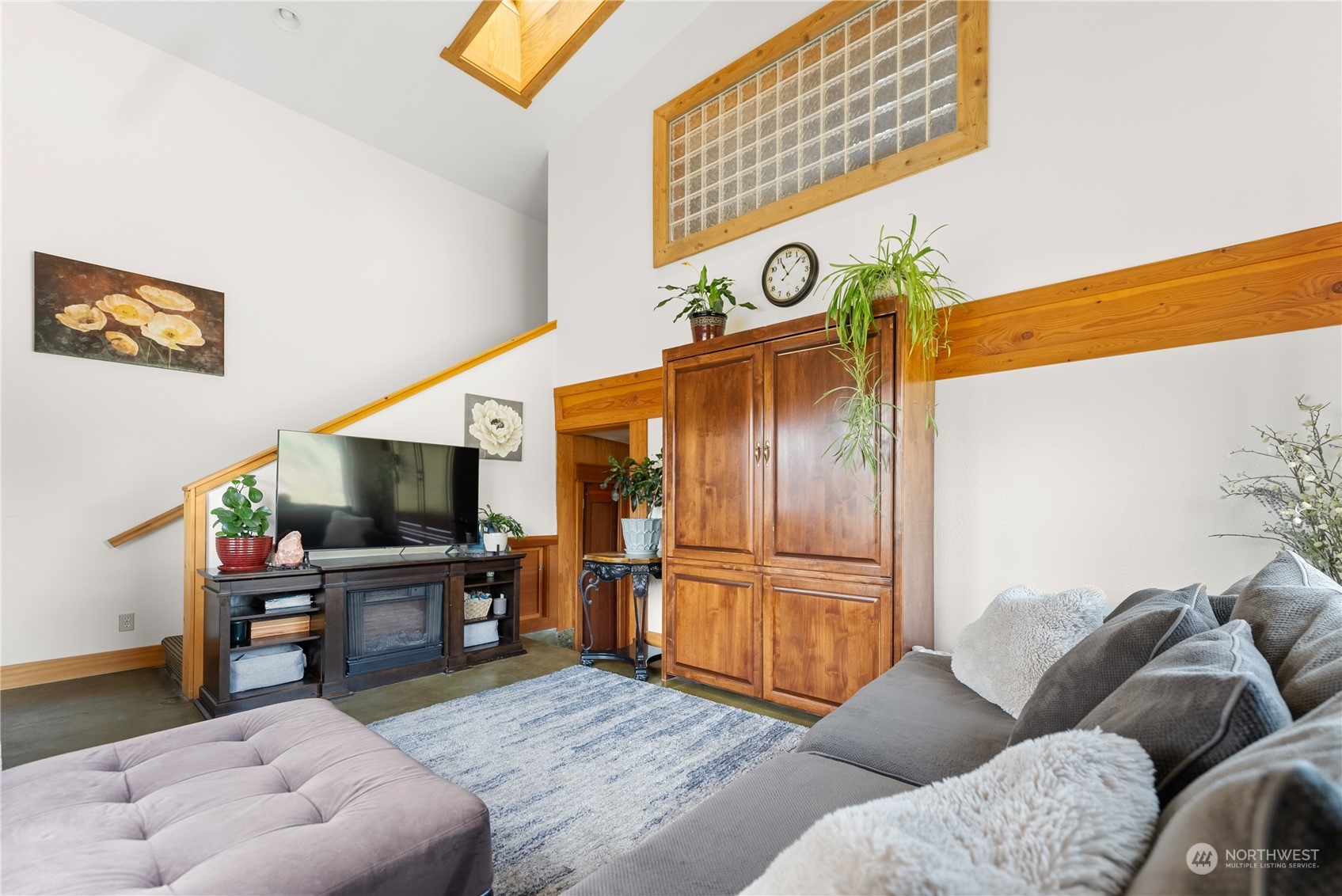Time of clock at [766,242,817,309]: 11:07
